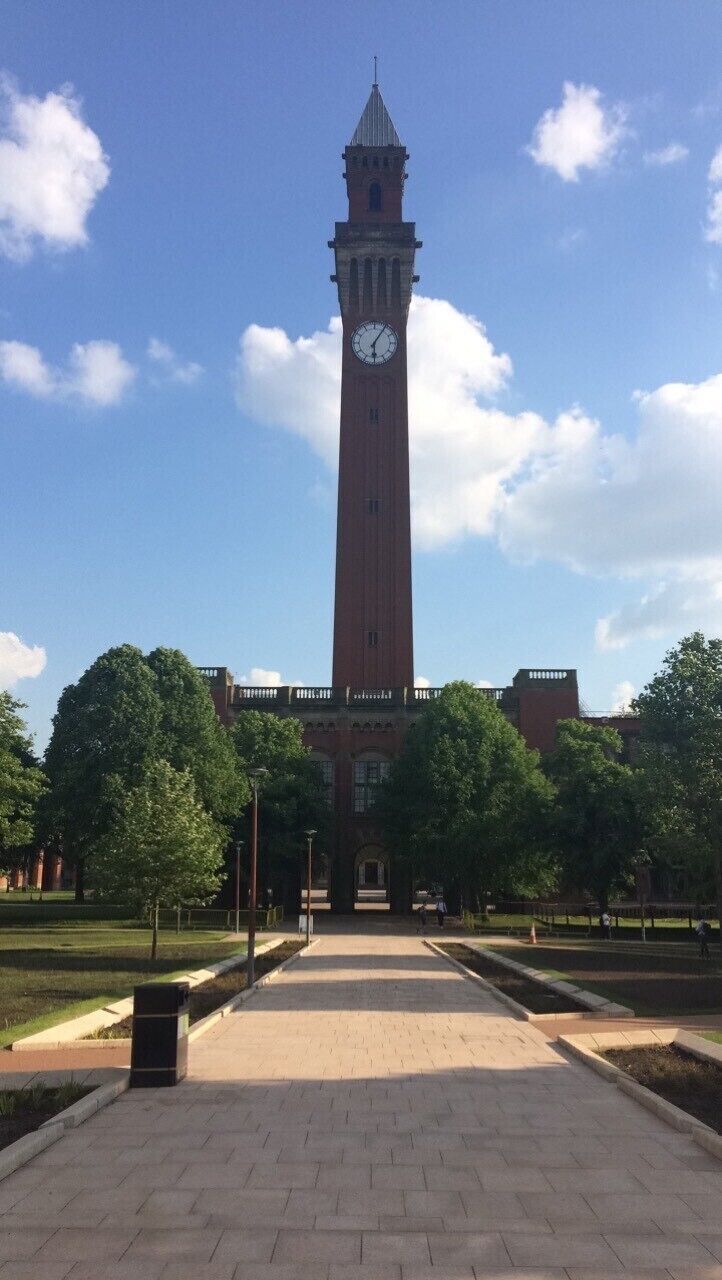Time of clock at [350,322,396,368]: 6:05
